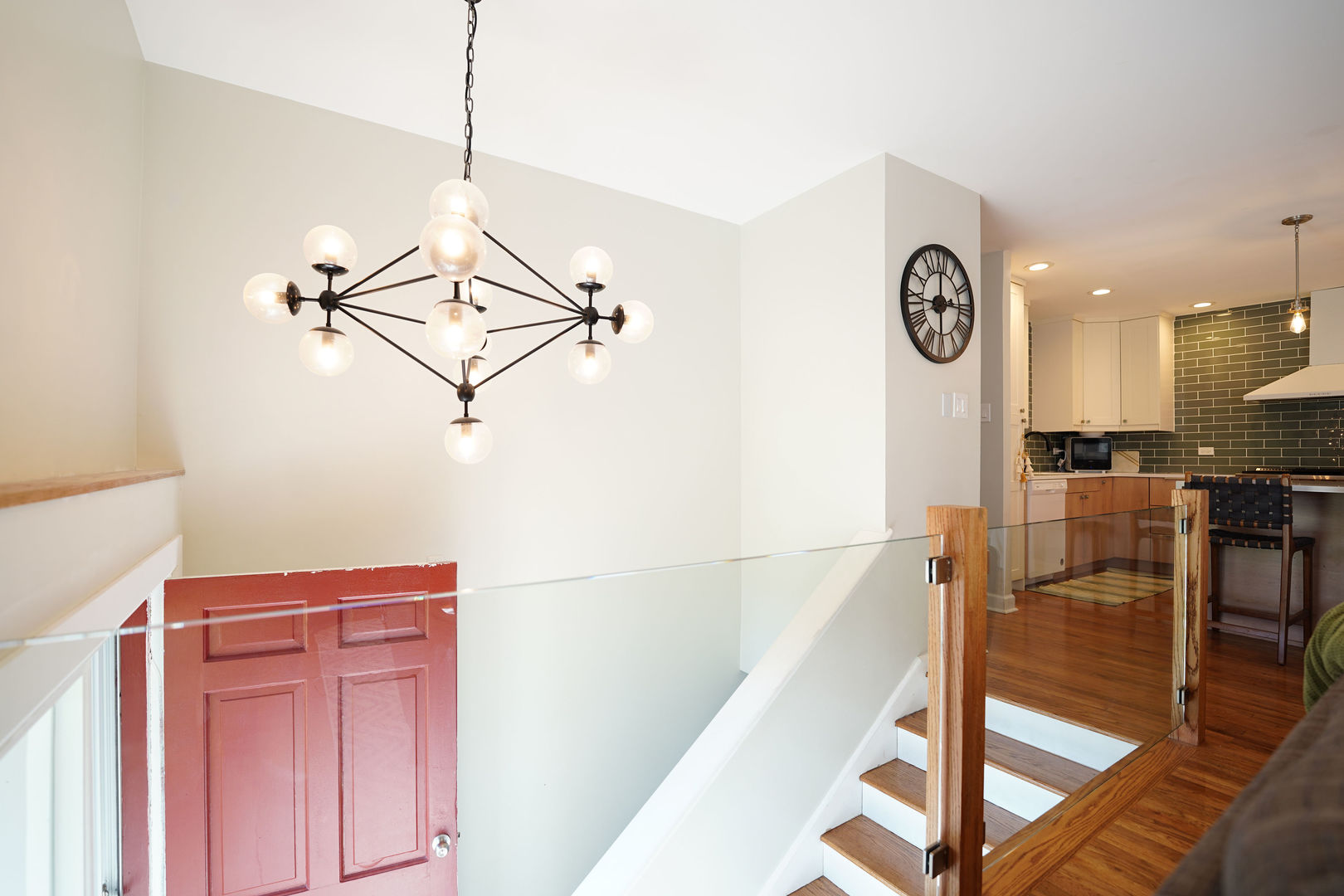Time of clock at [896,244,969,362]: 2:59
